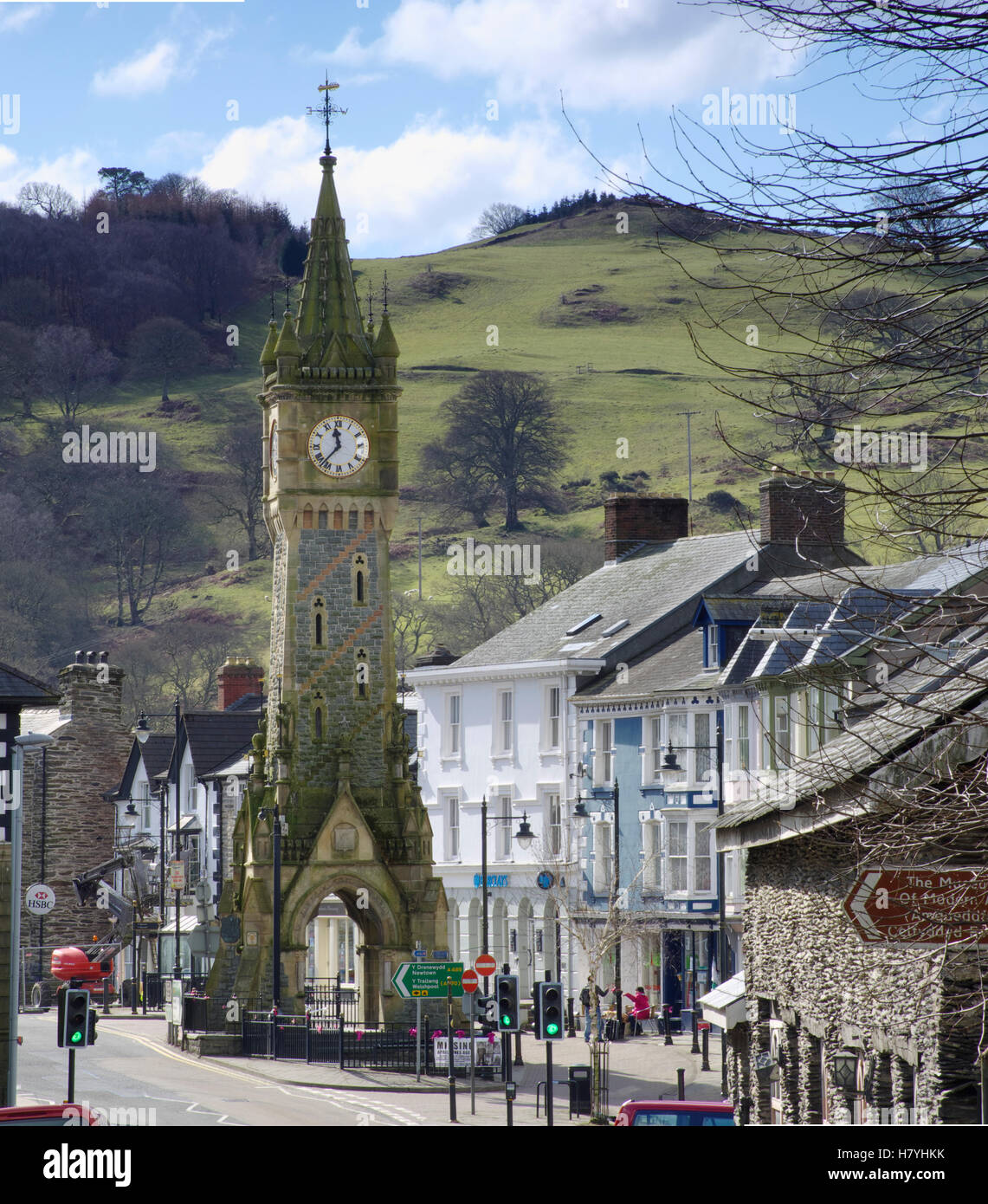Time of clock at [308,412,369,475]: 11:37
